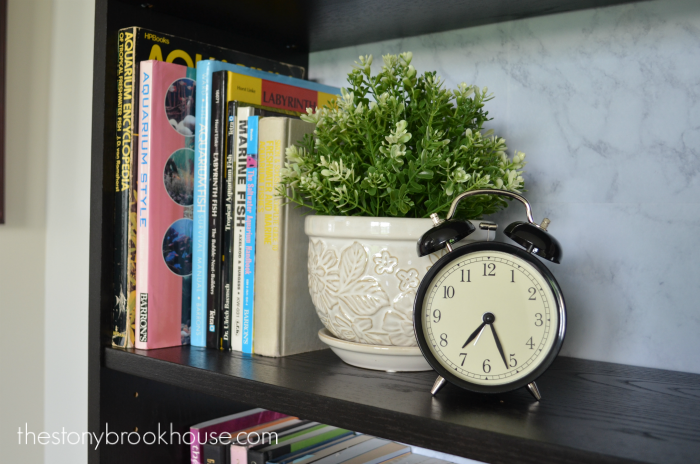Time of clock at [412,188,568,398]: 7:26
